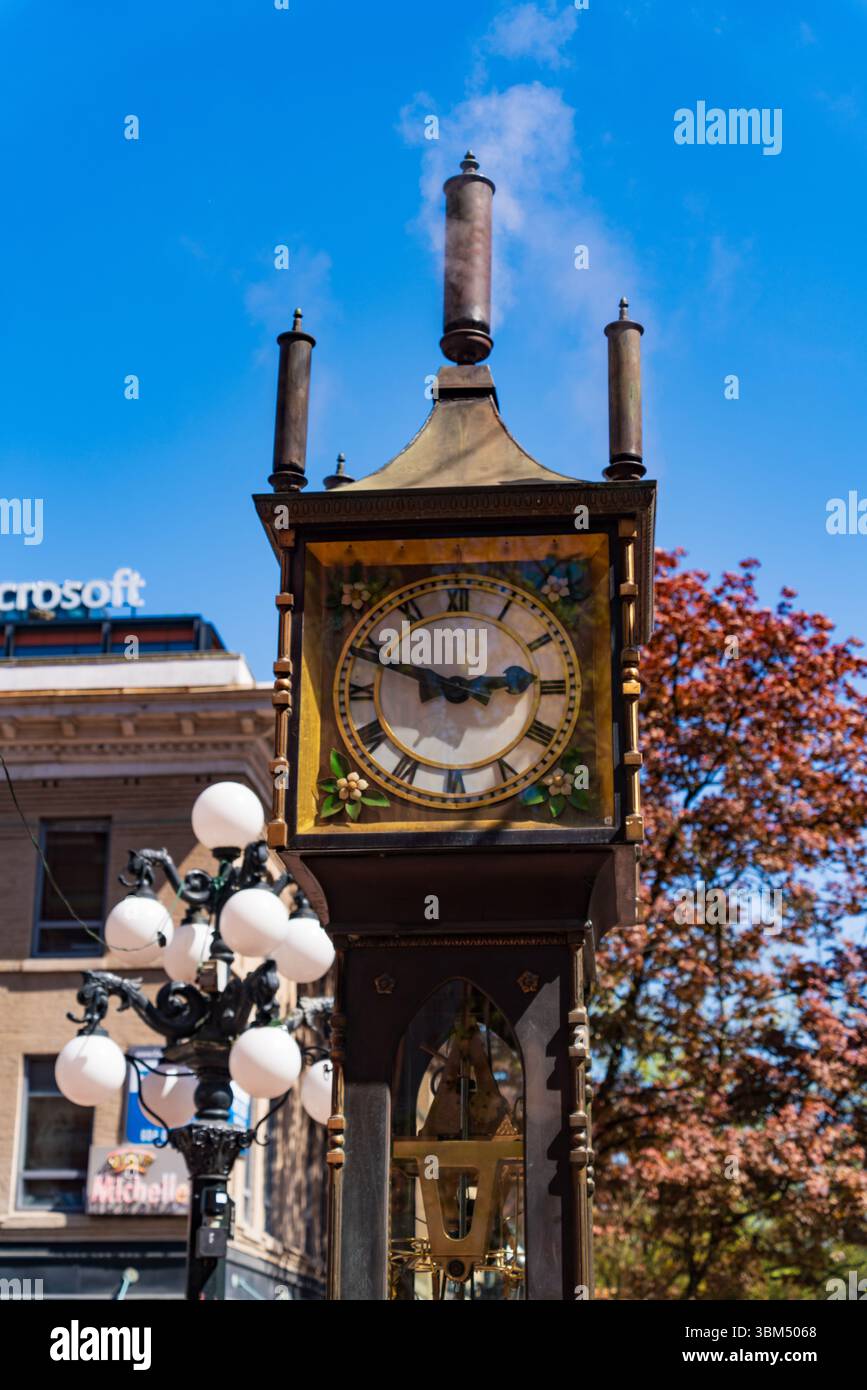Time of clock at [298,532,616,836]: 2:48
